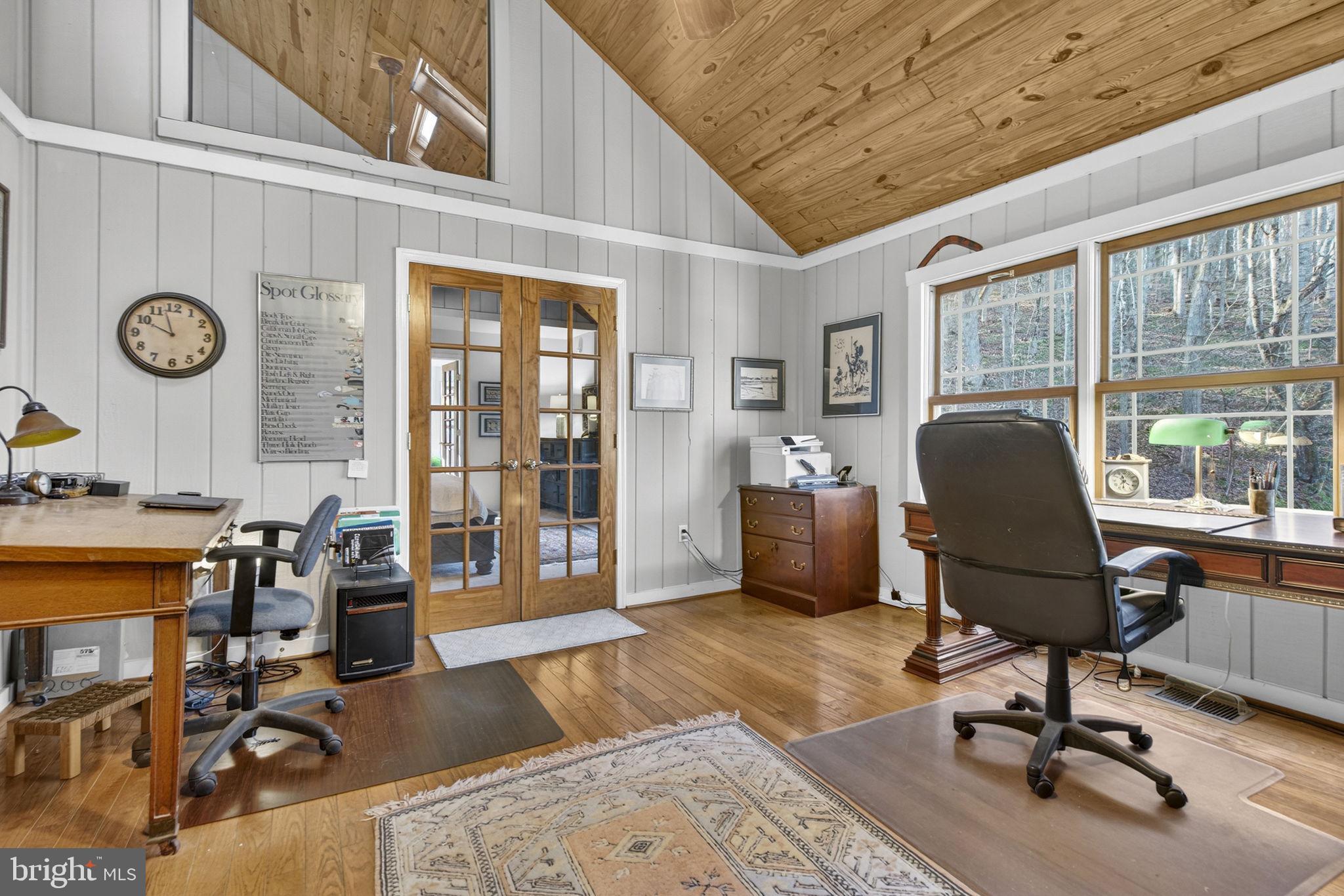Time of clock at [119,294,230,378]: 9:57
